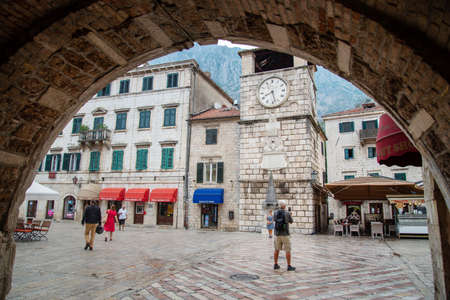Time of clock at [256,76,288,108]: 8:27
